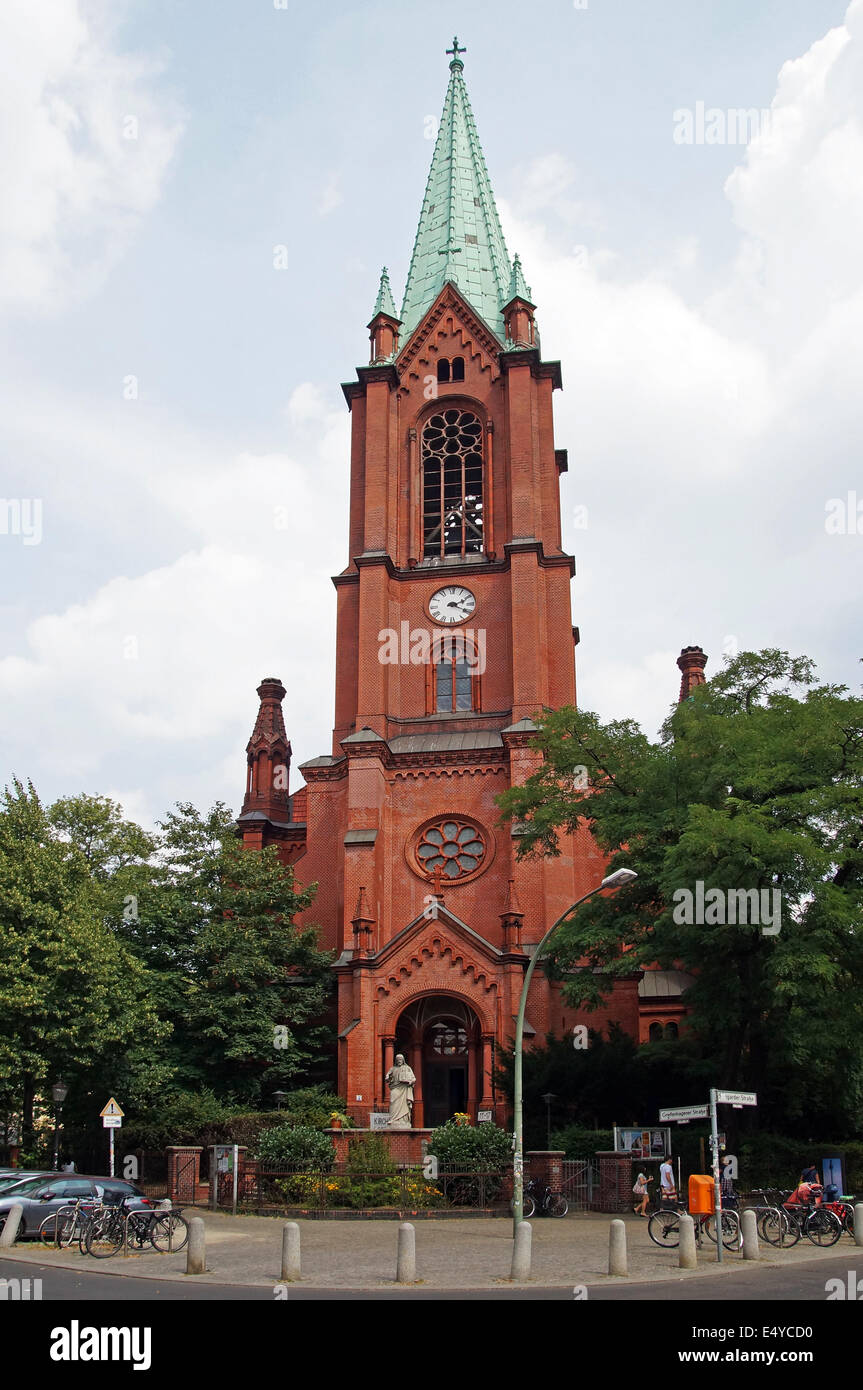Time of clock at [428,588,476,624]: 2:19
